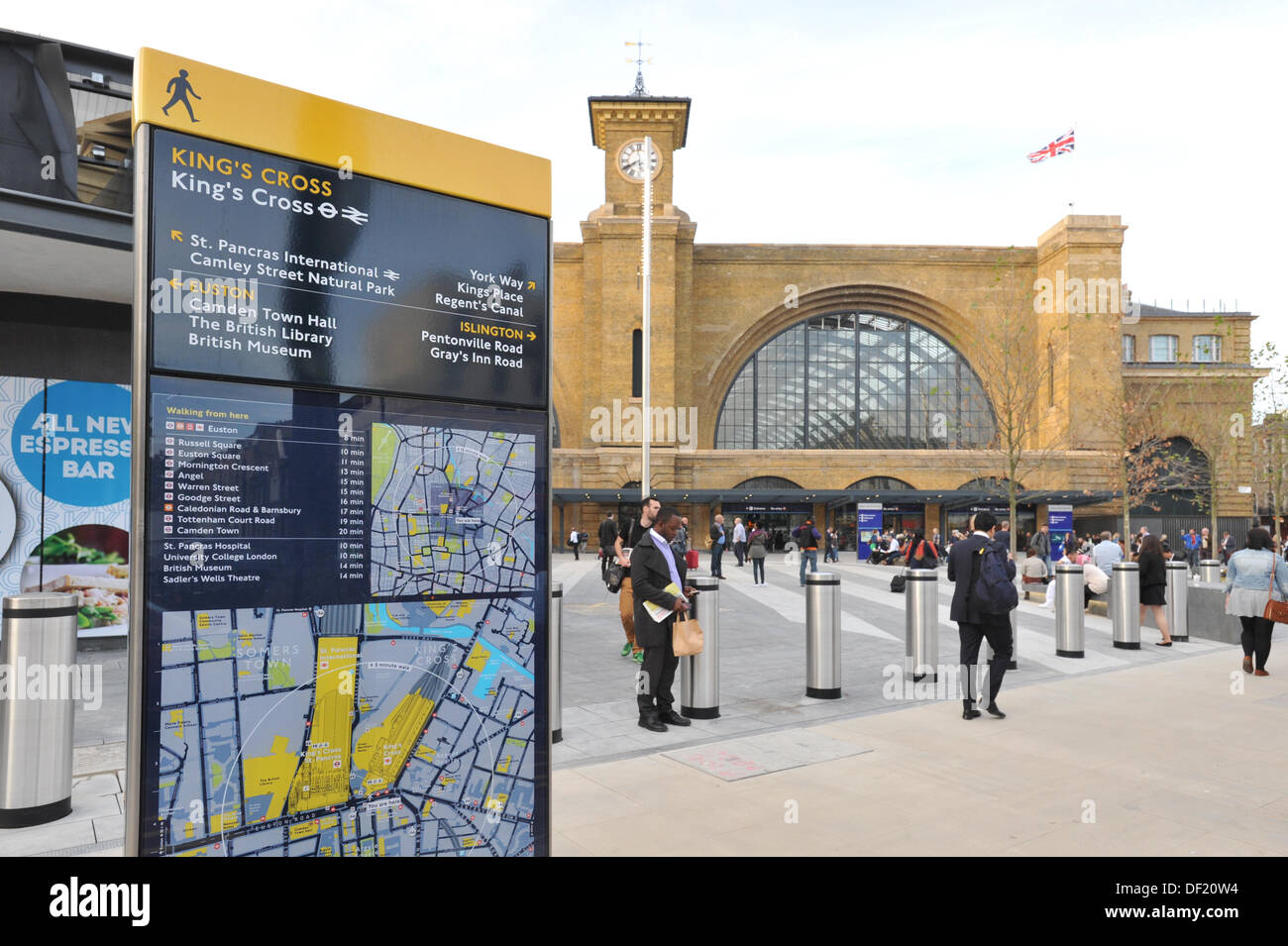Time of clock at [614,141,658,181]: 5:40
